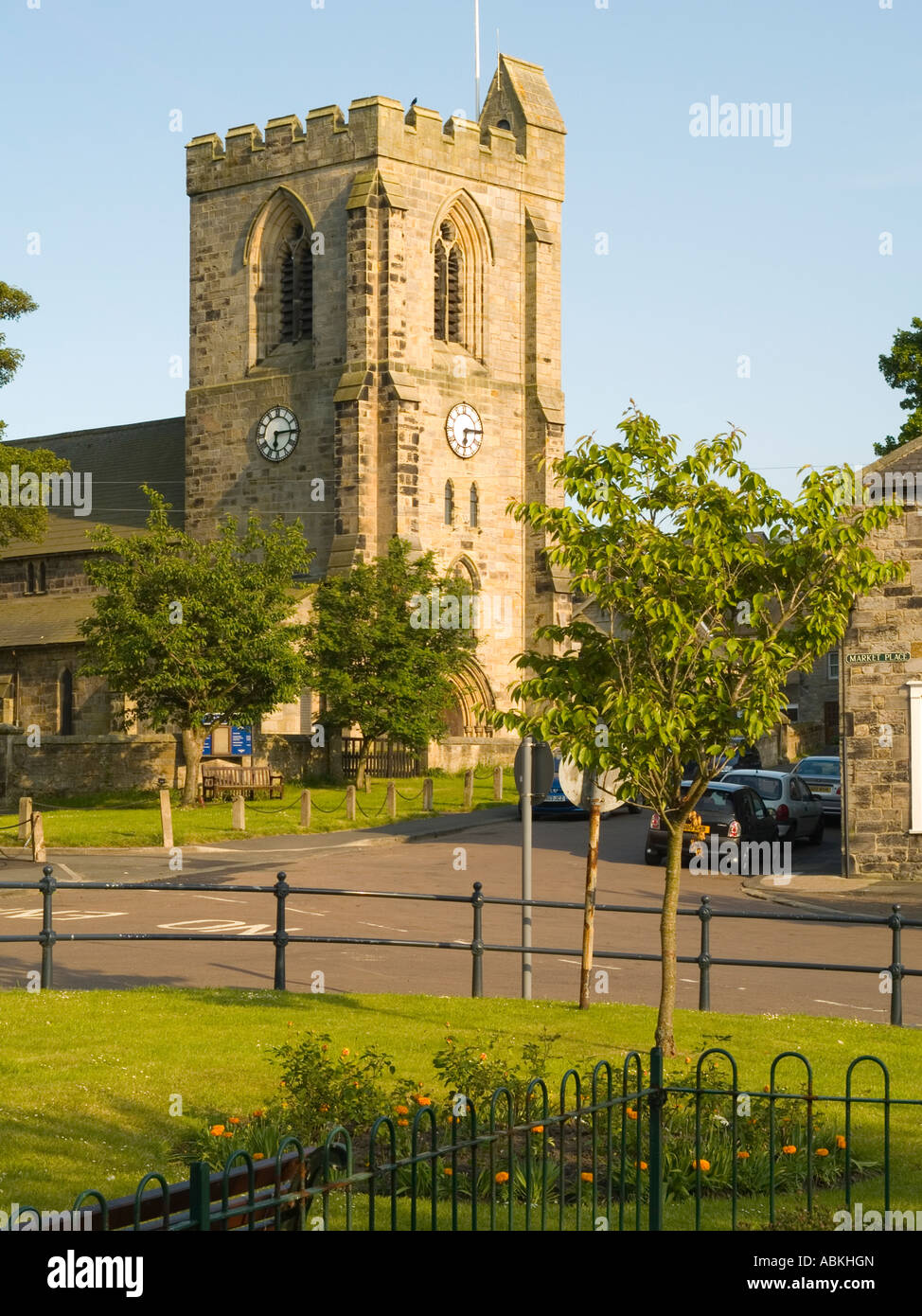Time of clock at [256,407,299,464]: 6:14
